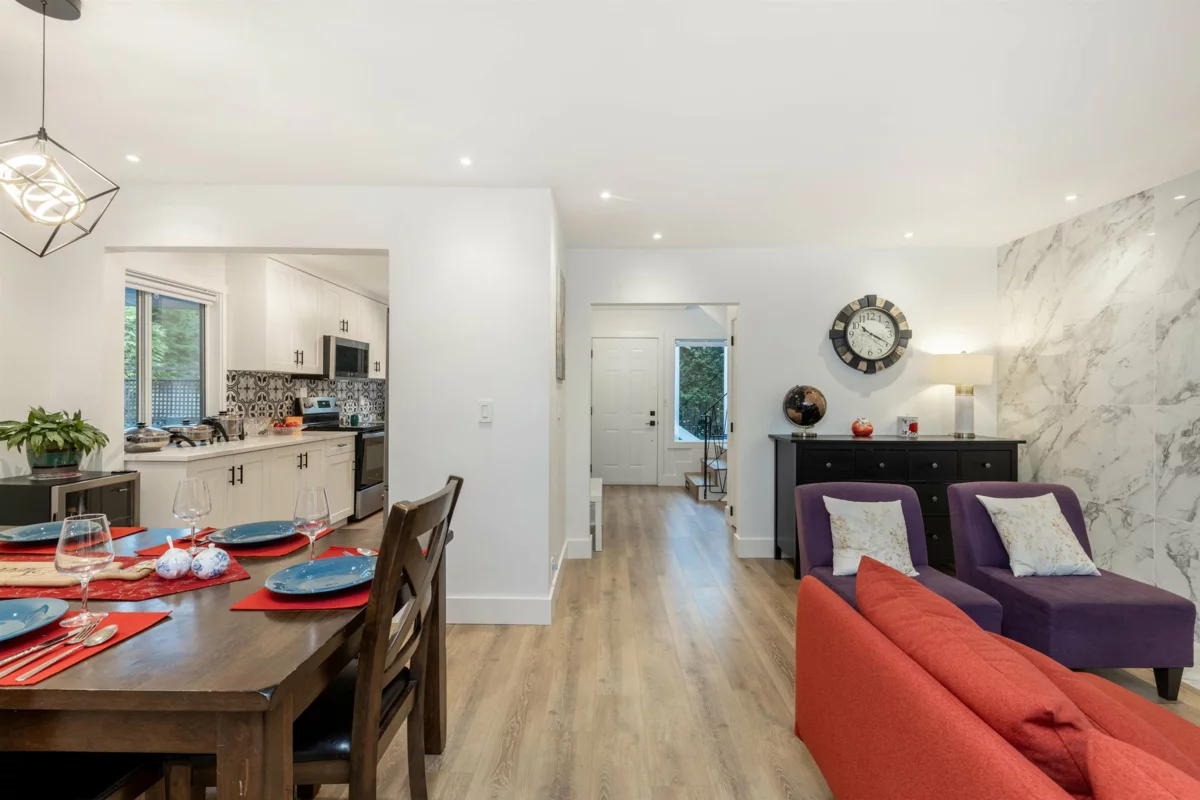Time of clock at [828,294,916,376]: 10:19
